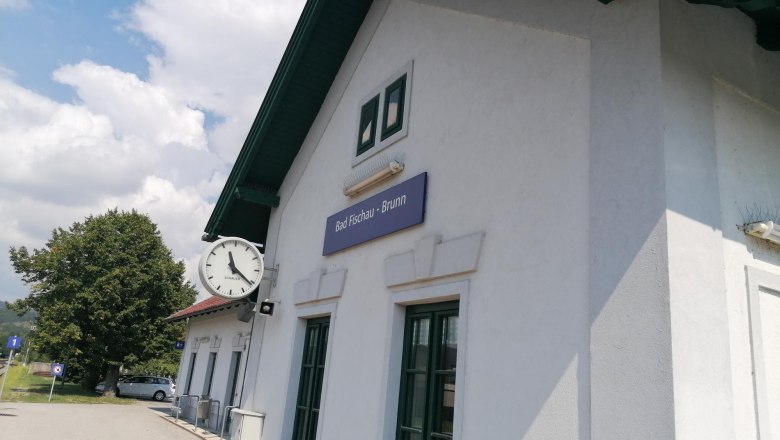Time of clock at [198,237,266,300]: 11:21
